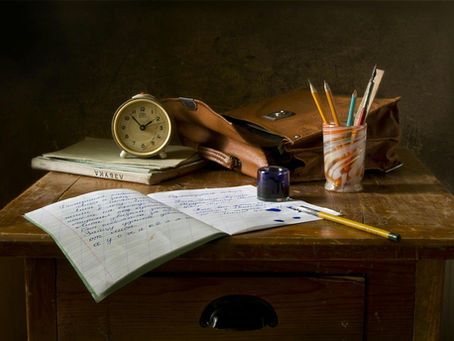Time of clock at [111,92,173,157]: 1:53
